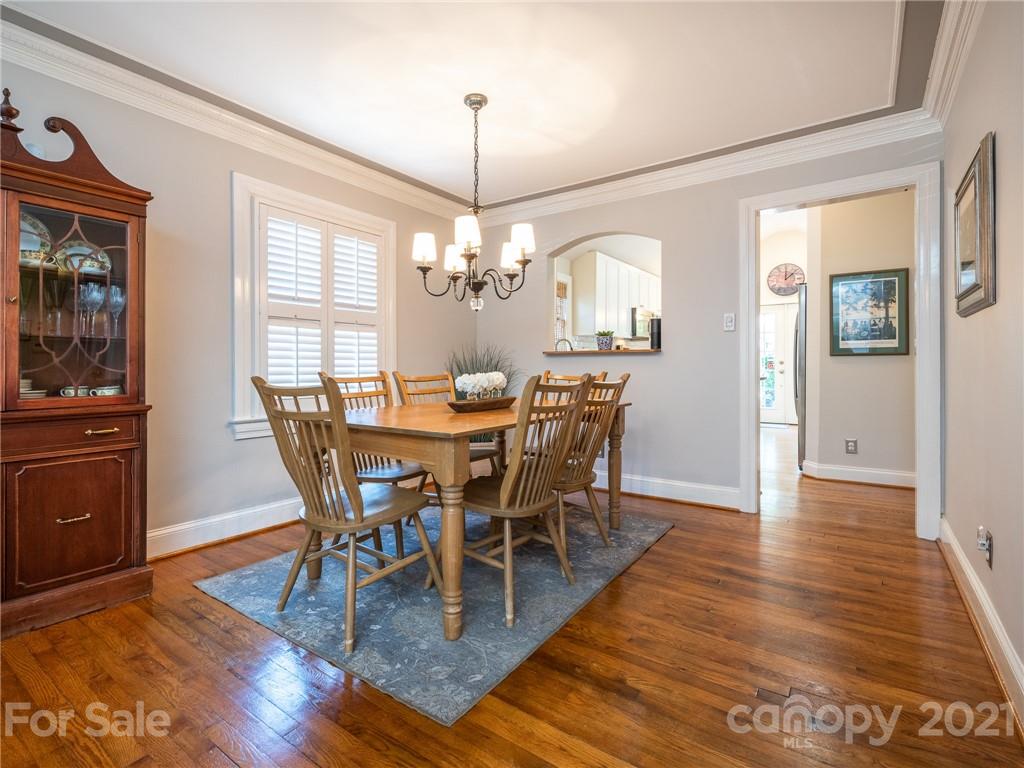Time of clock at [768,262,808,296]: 12:07
